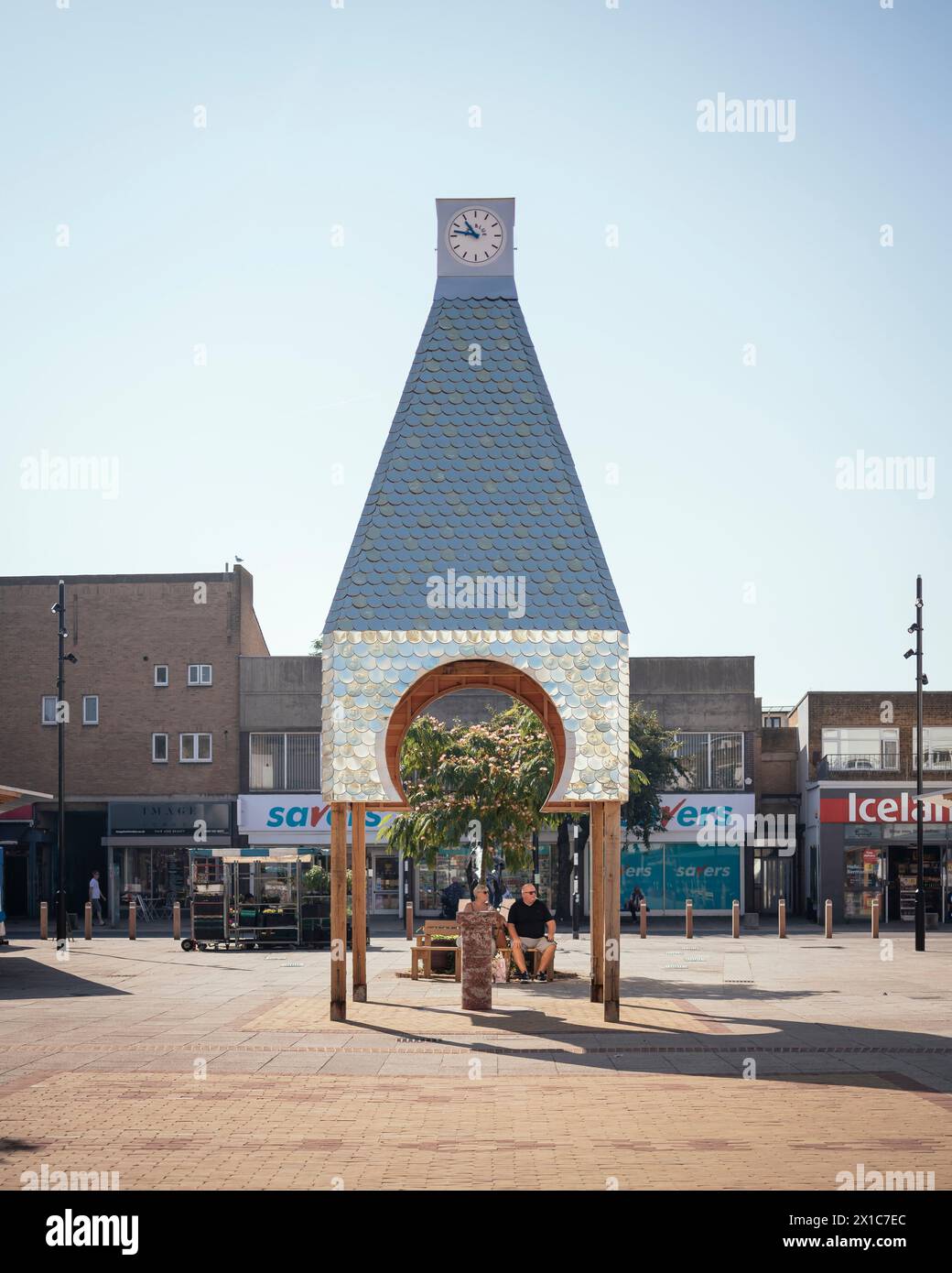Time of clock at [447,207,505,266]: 10:47
